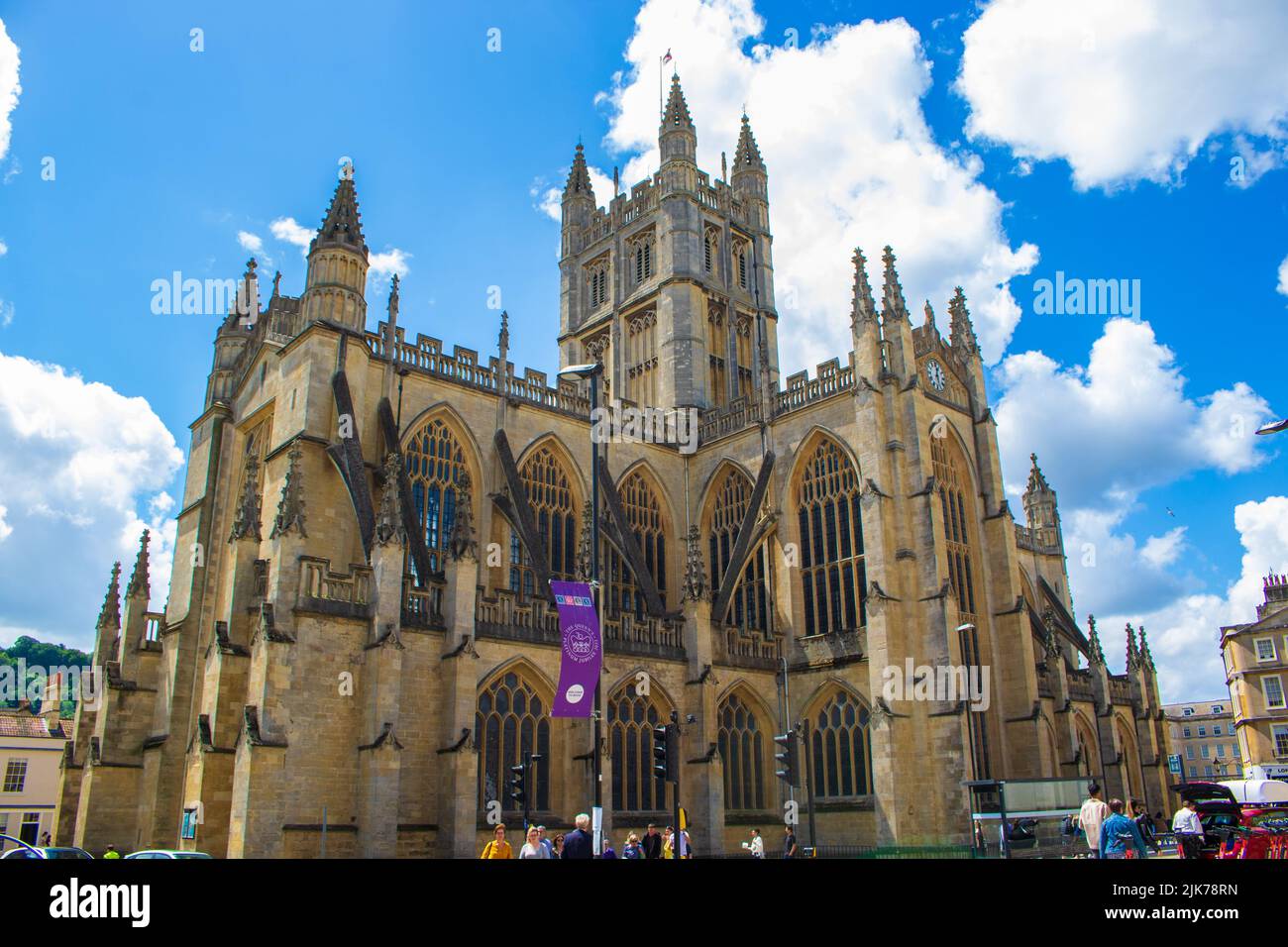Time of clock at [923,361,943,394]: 12:28
